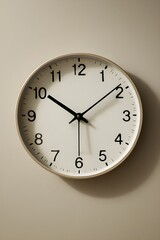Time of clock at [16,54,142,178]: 10:09
